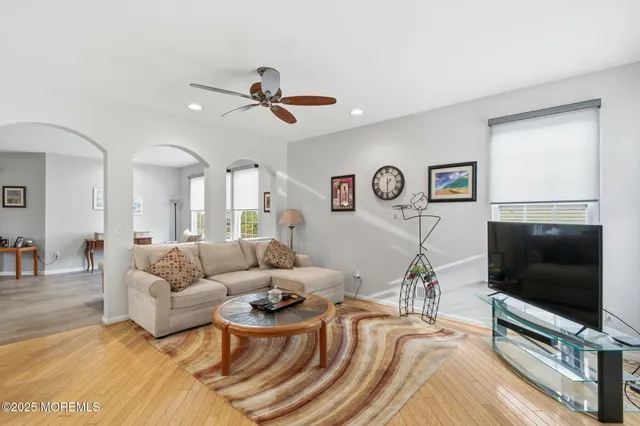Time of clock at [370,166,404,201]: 1:30
